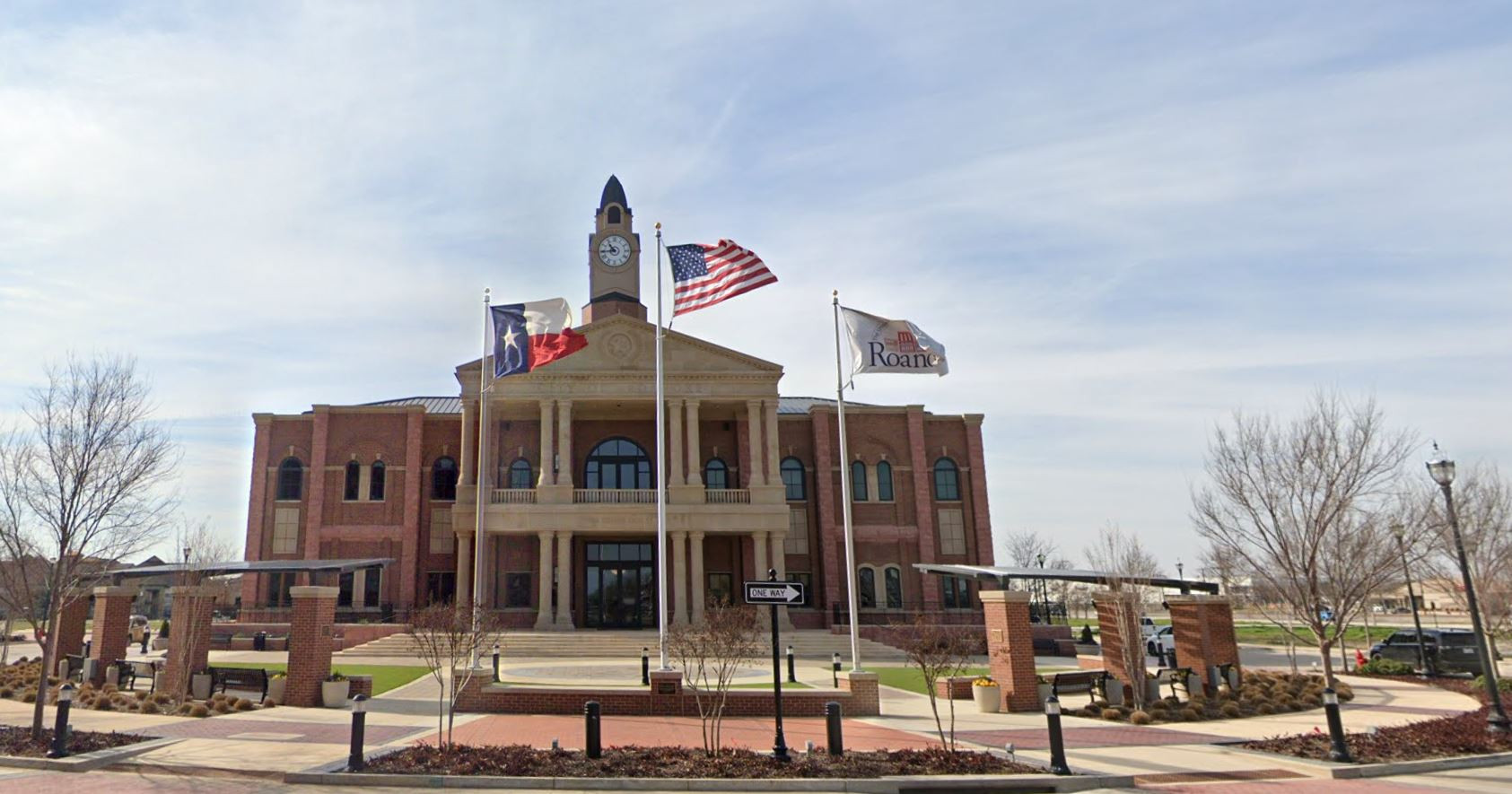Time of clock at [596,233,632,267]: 10:44
